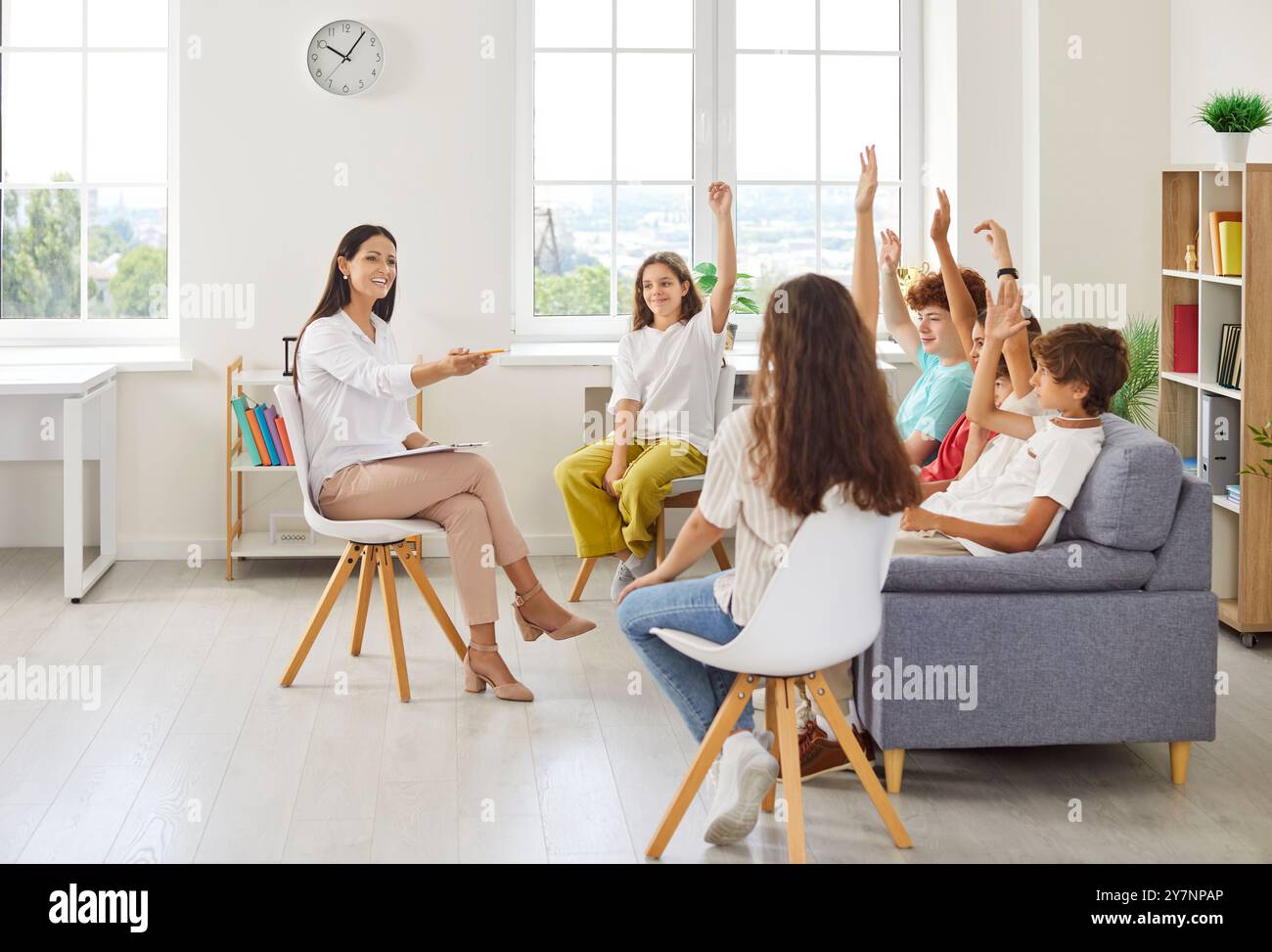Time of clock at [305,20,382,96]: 10:06
